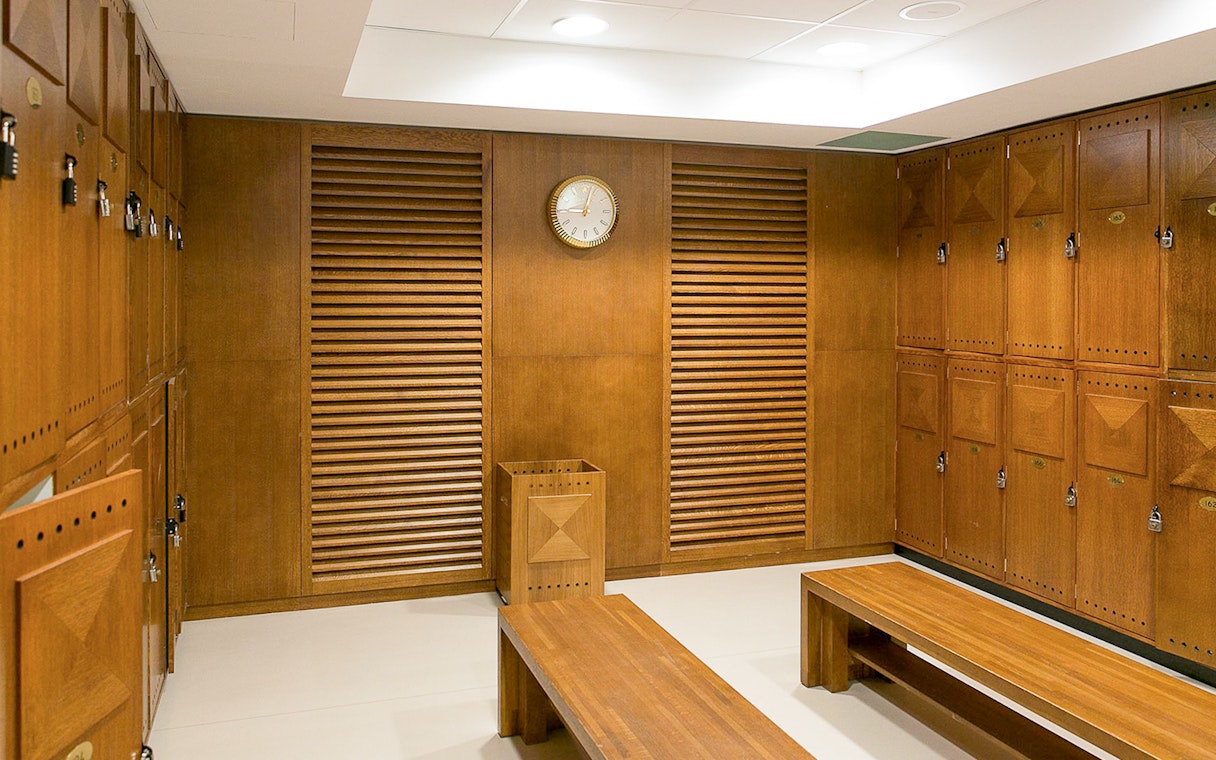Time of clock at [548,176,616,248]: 9:02
